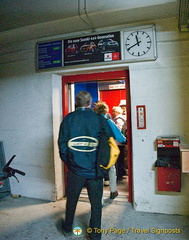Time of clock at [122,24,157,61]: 11:40
